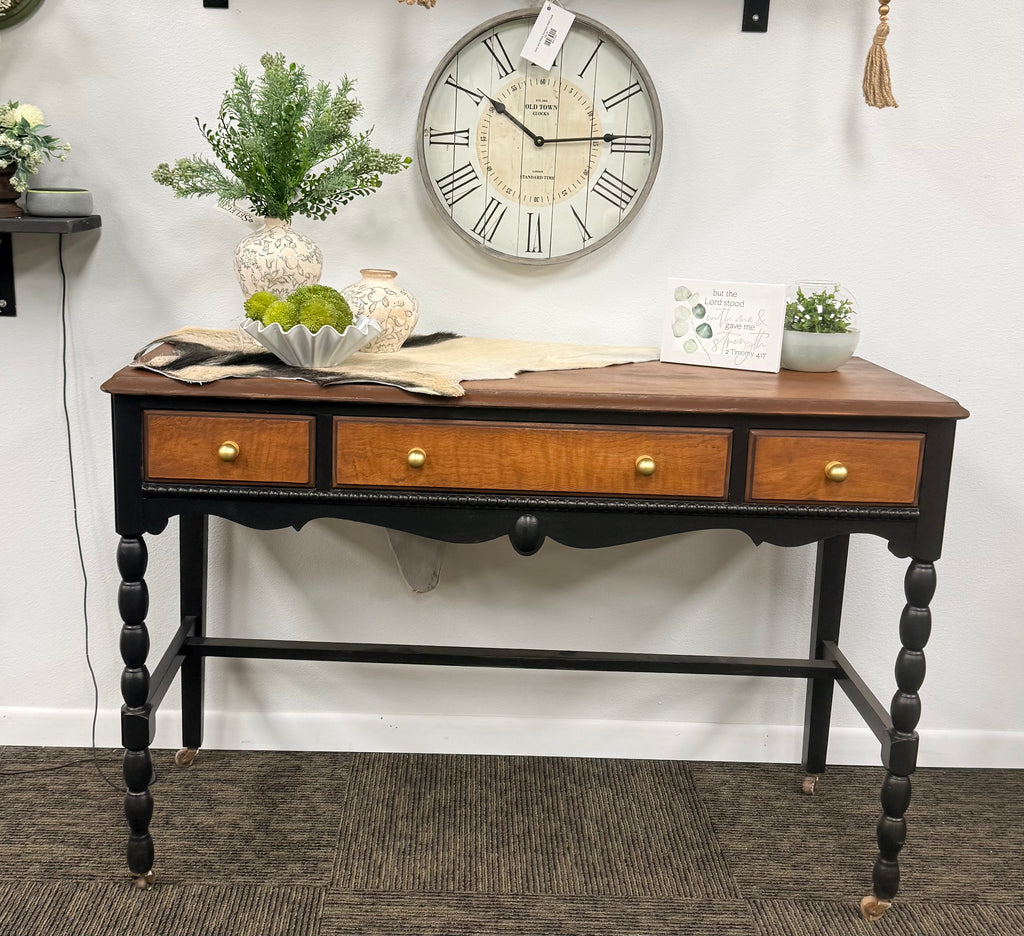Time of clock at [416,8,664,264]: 10:14
